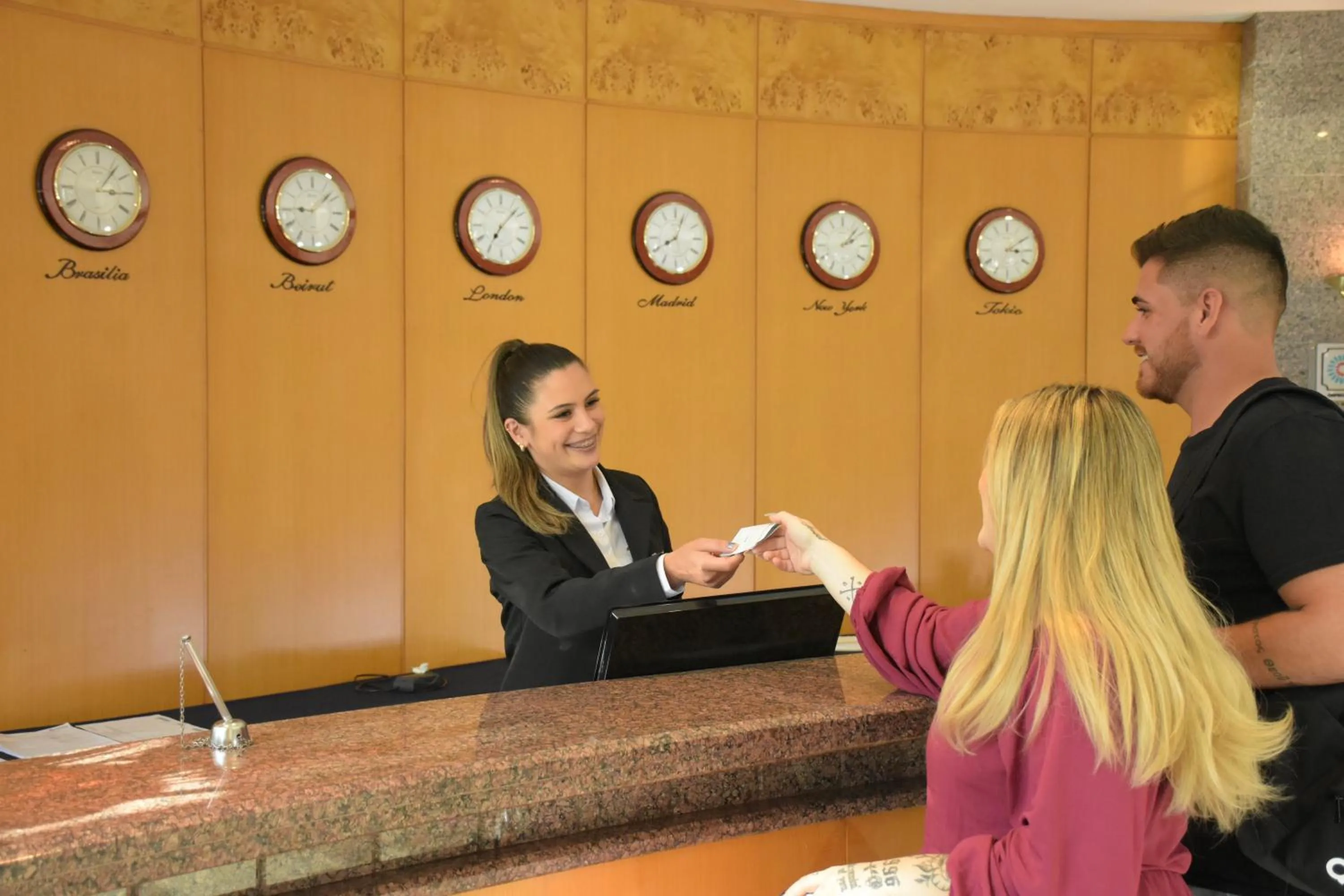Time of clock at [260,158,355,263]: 9:08
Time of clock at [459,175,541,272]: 7:07
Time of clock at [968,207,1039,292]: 3:09
